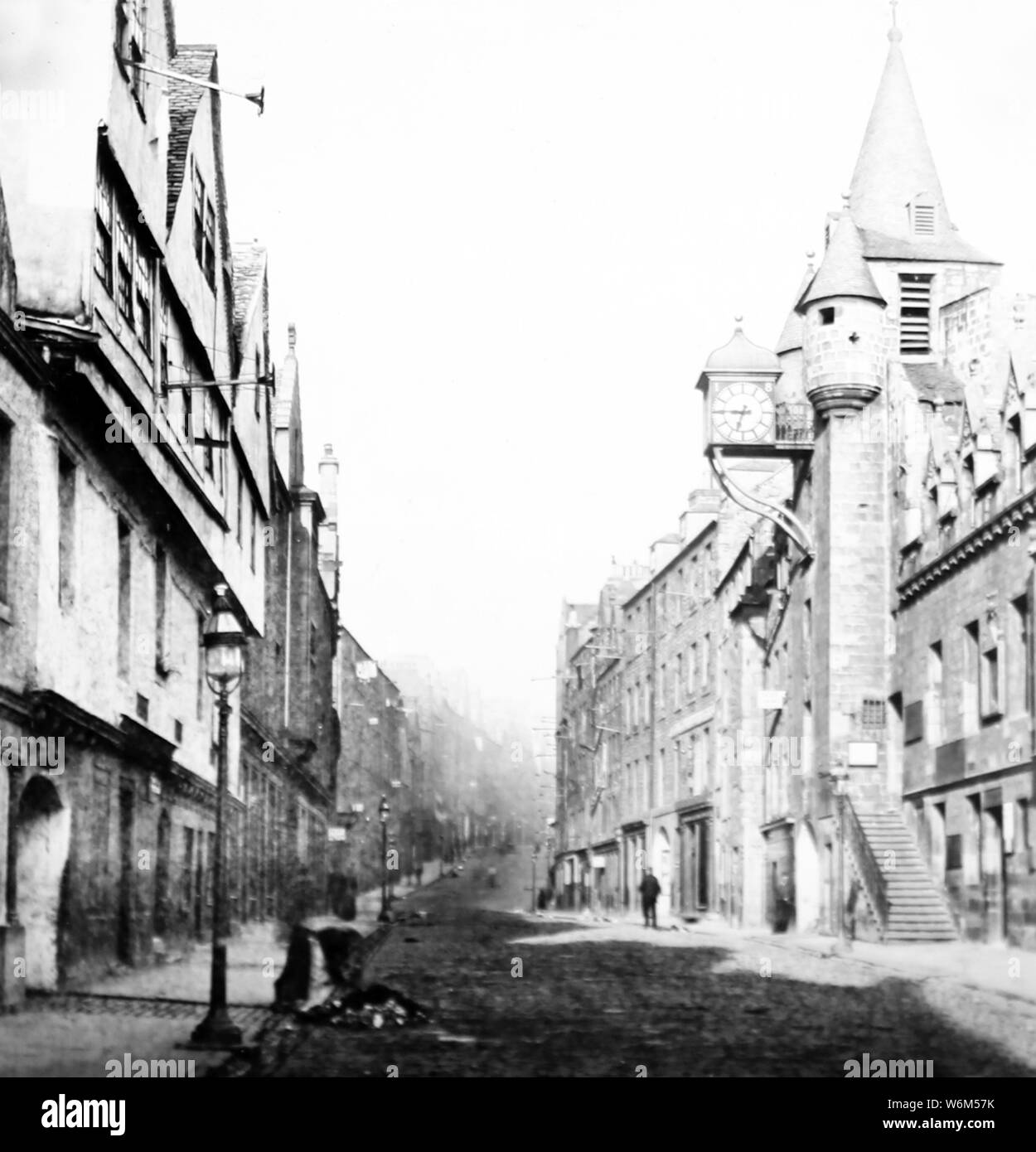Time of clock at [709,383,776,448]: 6:45
